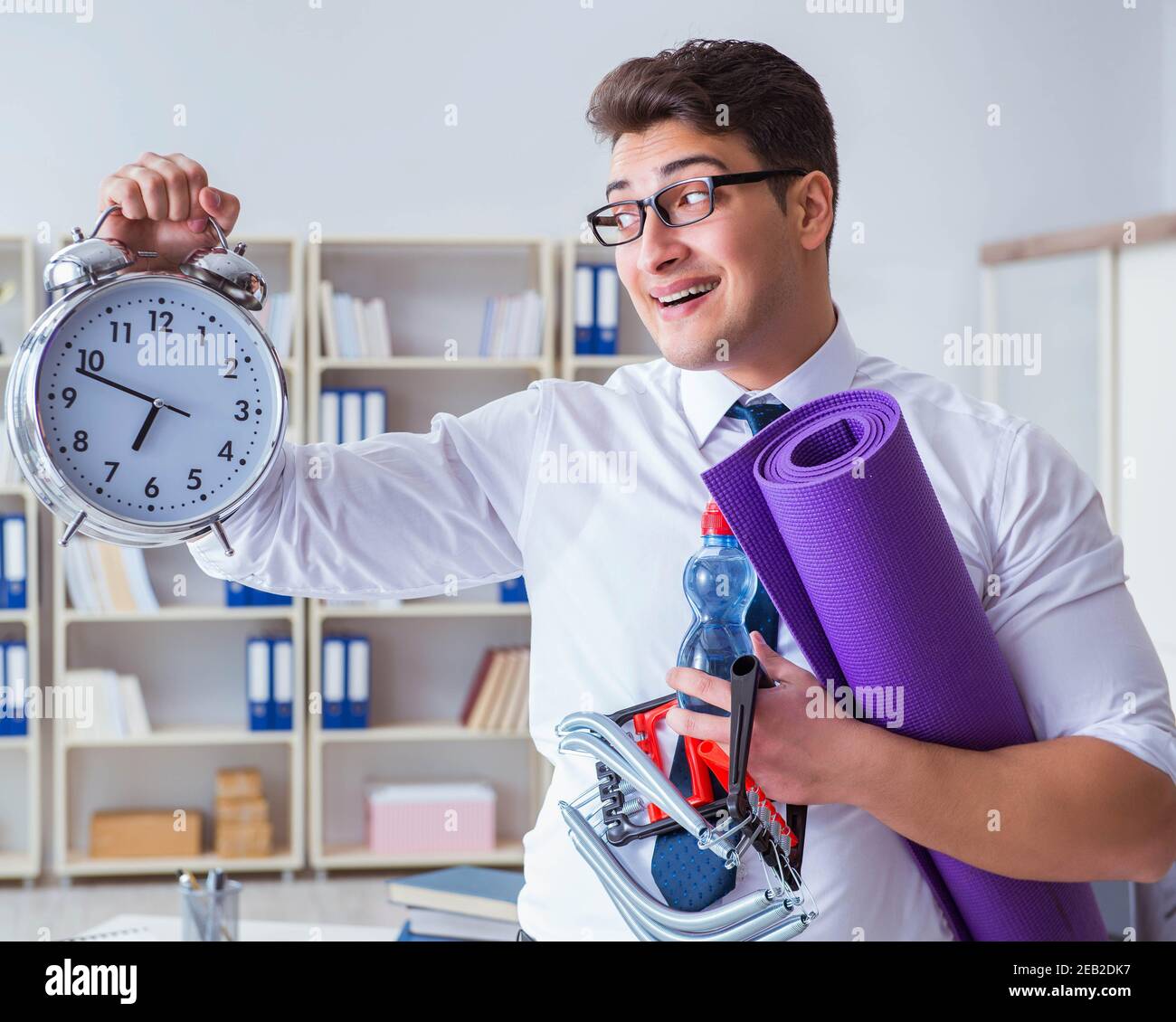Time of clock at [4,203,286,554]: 6:48
